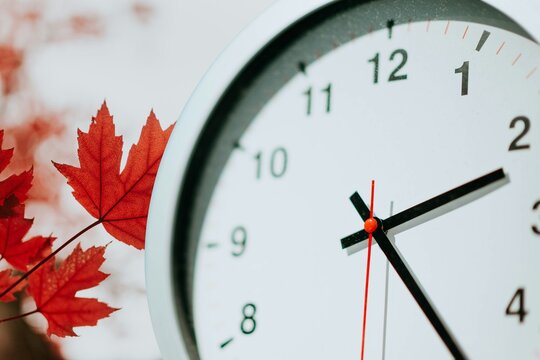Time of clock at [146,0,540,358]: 2:23
